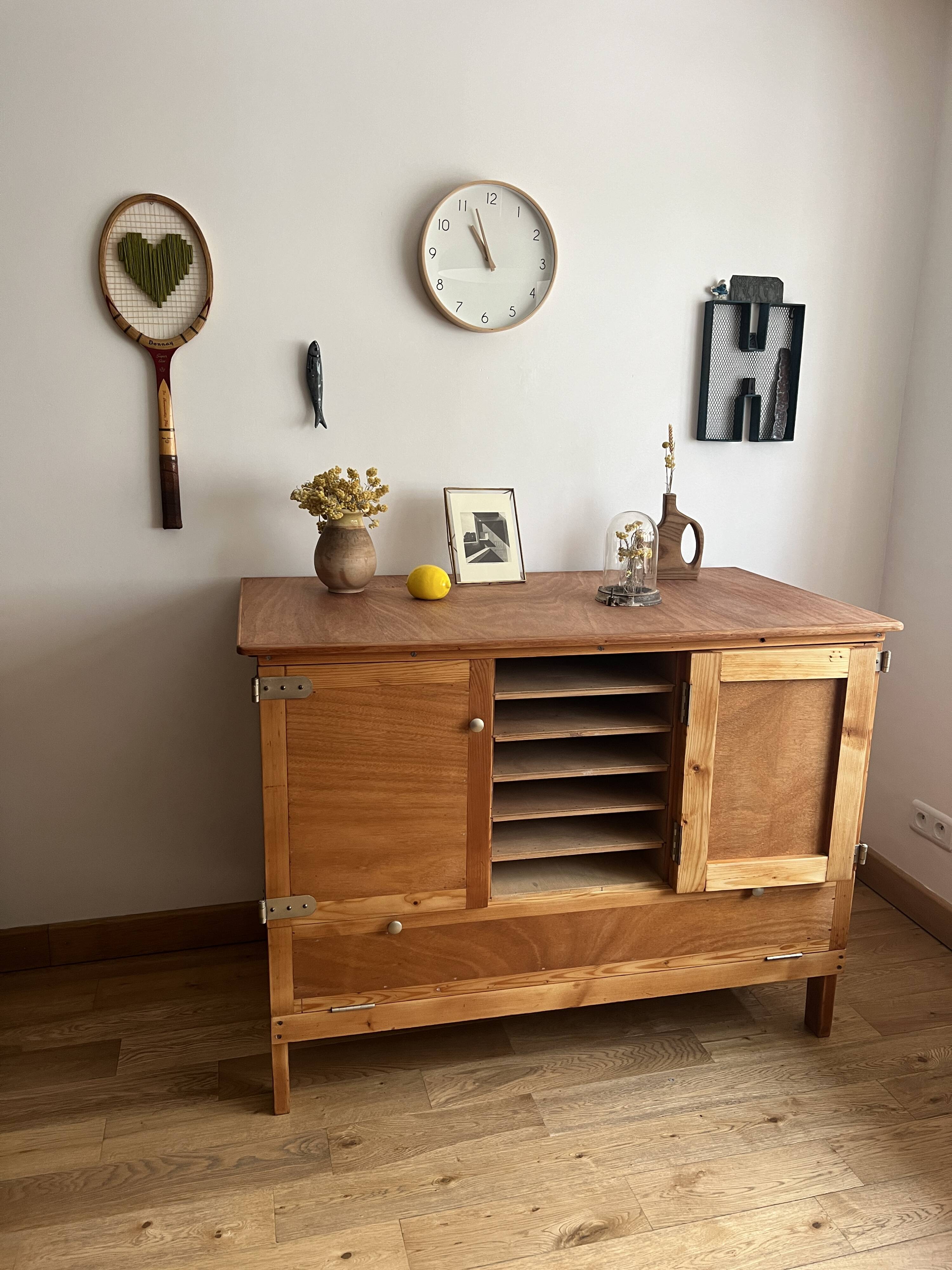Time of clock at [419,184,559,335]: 10:56
